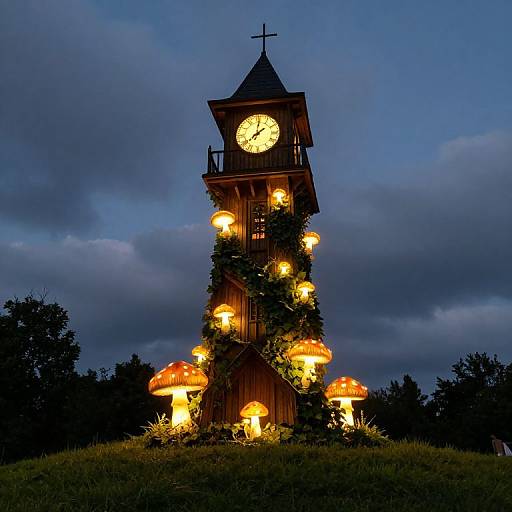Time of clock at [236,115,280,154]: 2:01
